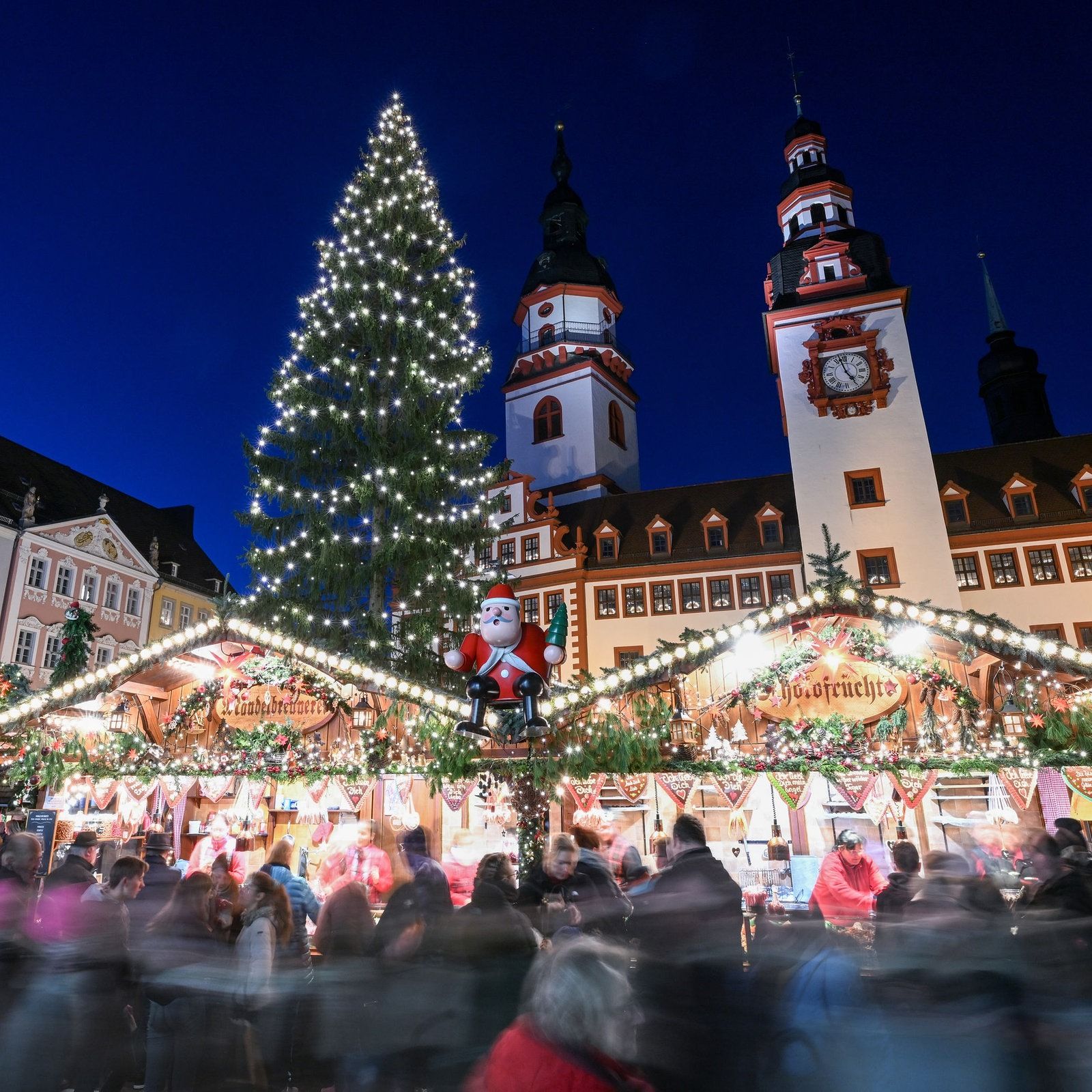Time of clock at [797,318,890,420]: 4:57
